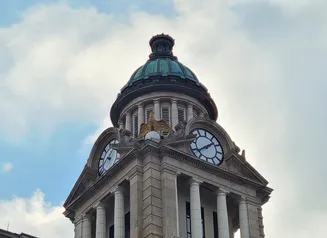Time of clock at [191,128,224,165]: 1:38
